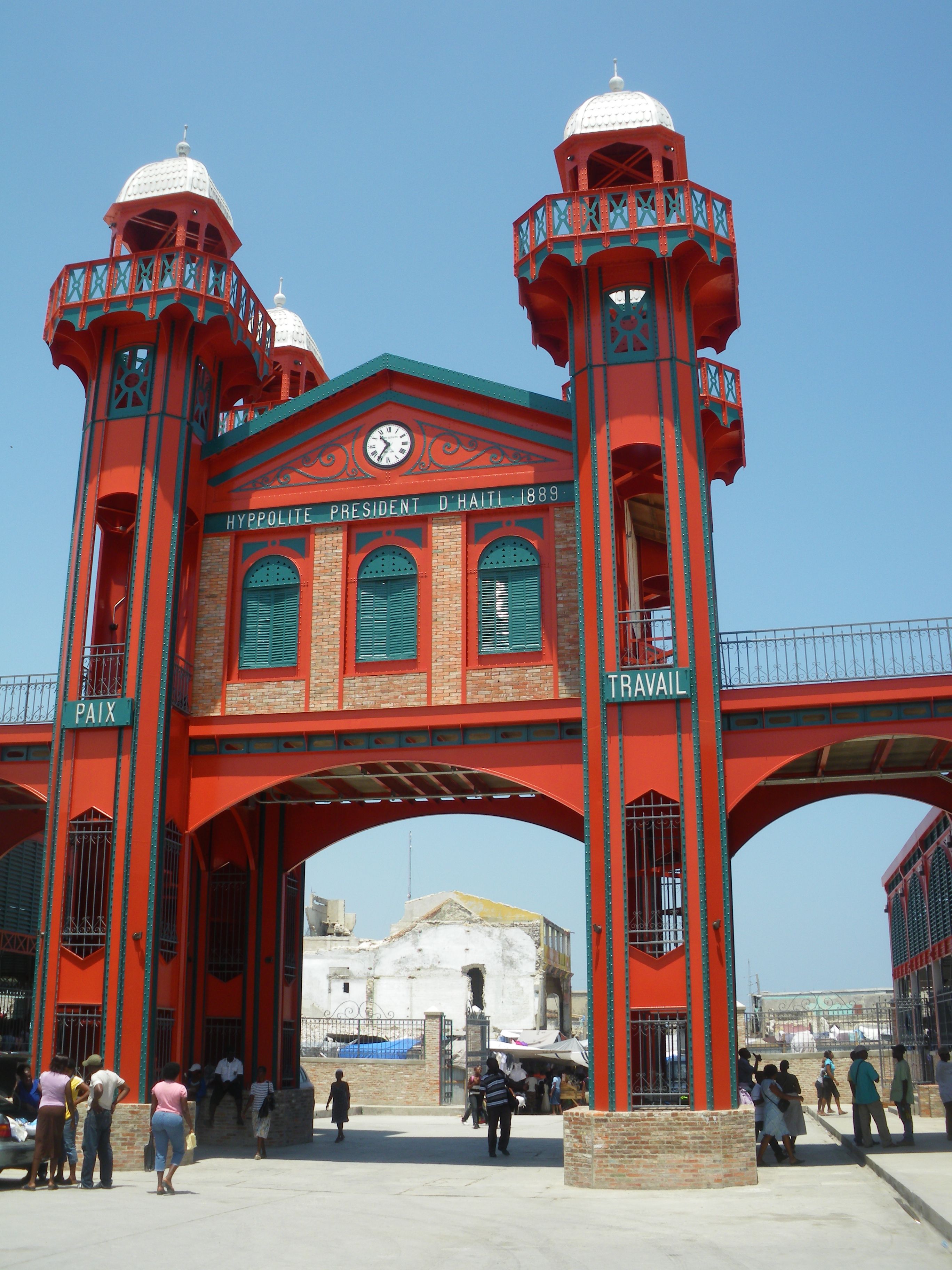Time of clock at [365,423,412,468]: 10:35
